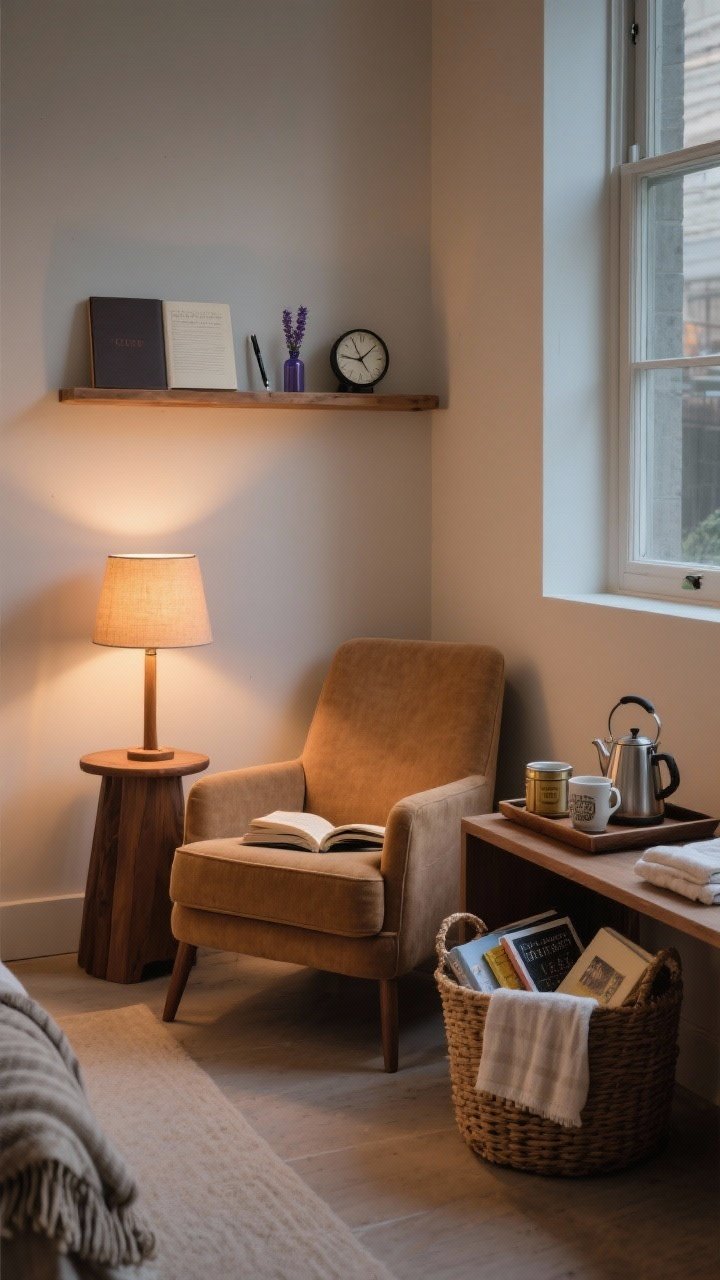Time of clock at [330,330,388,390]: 9:07
